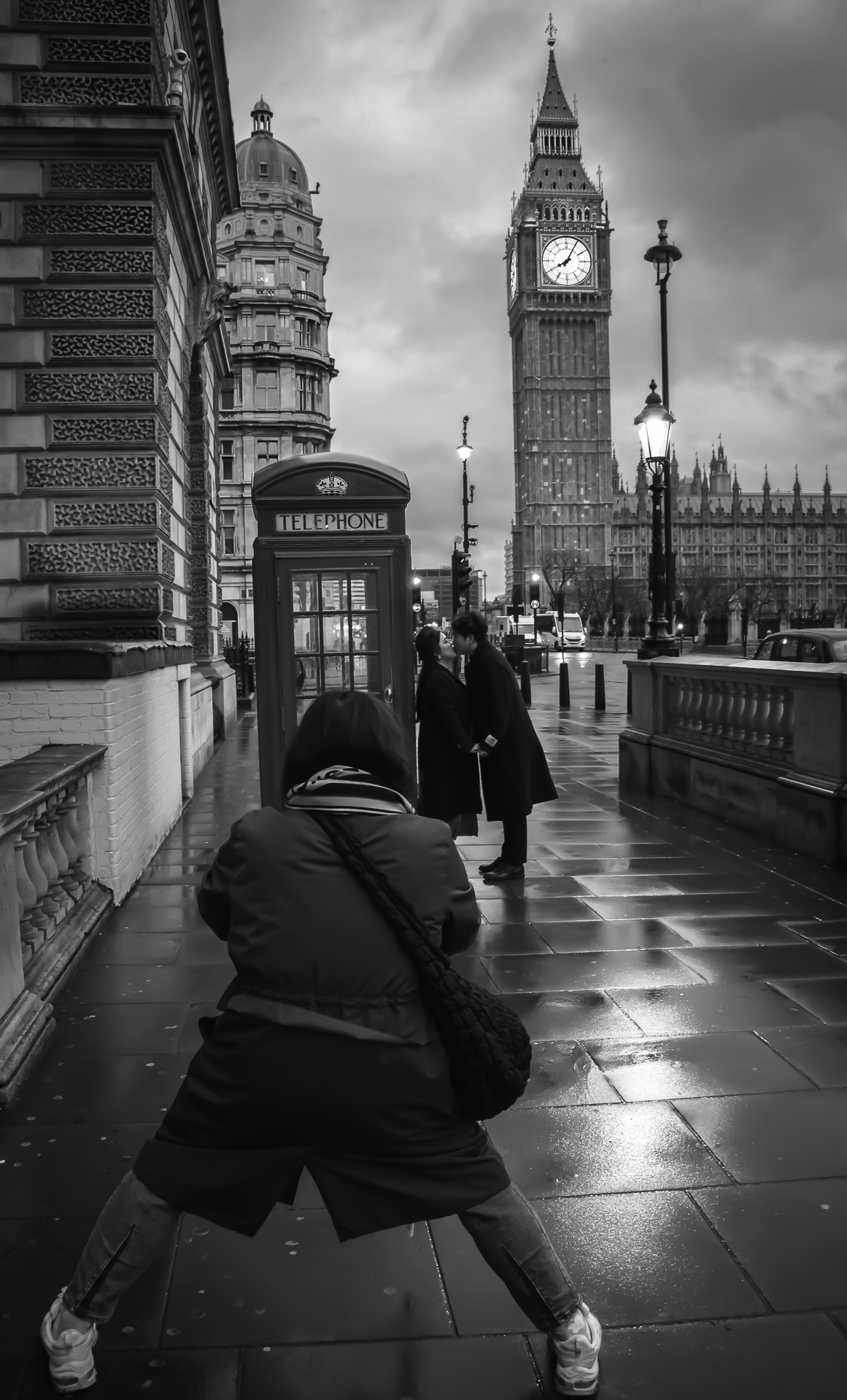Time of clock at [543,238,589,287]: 8:04
